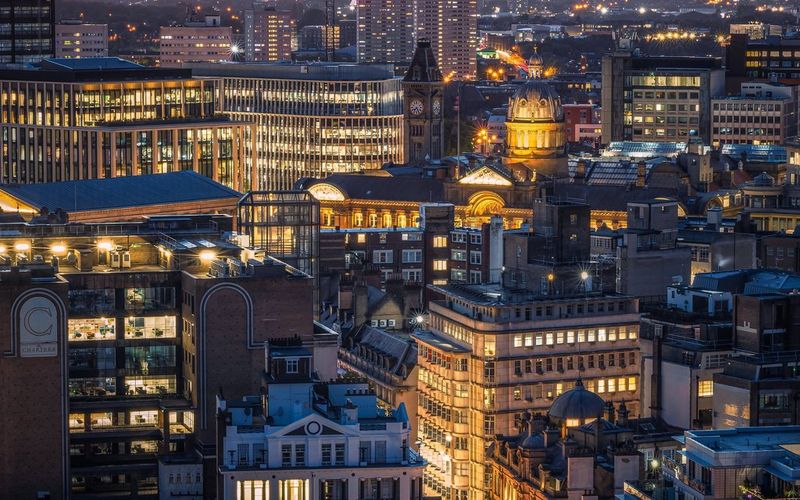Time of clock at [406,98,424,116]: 7:25
